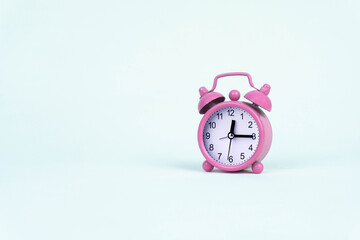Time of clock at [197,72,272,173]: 12:15
